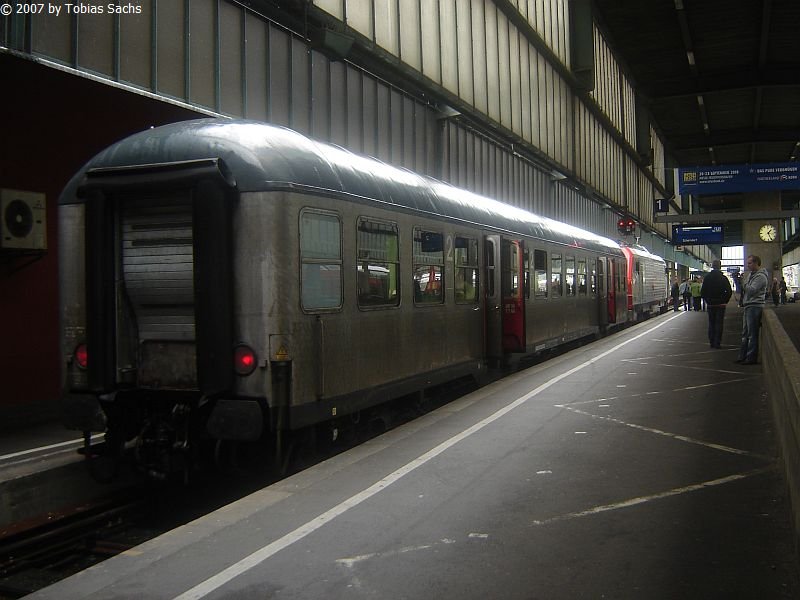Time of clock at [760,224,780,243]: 1:26
